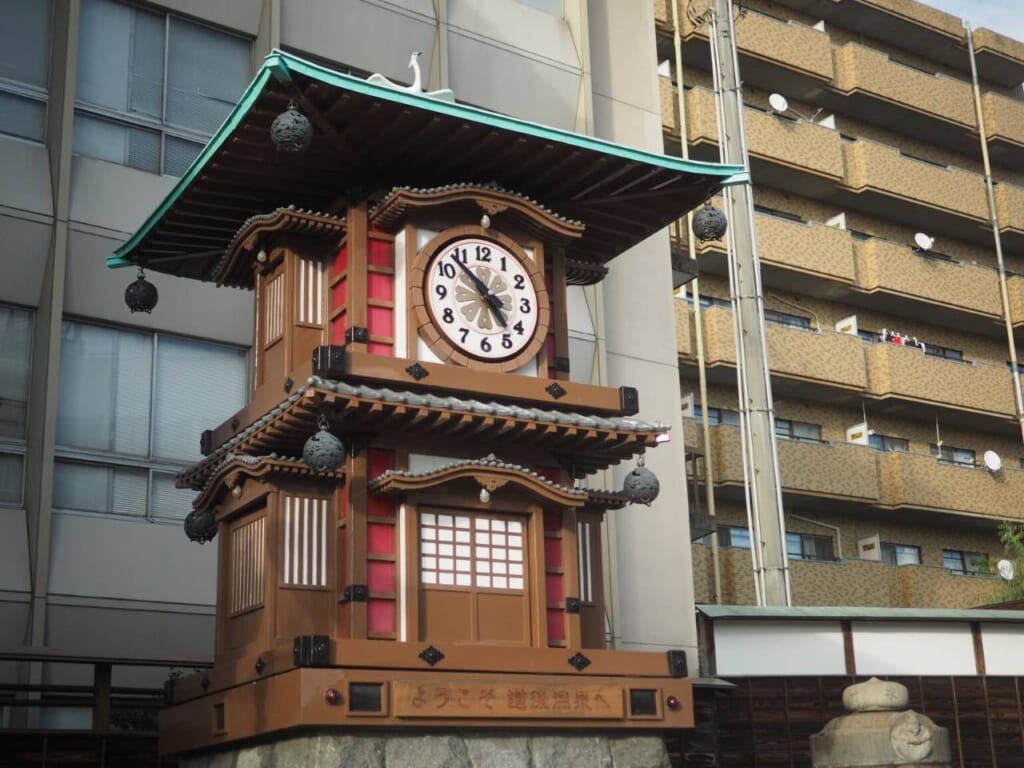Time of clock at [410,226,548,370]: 4:52
